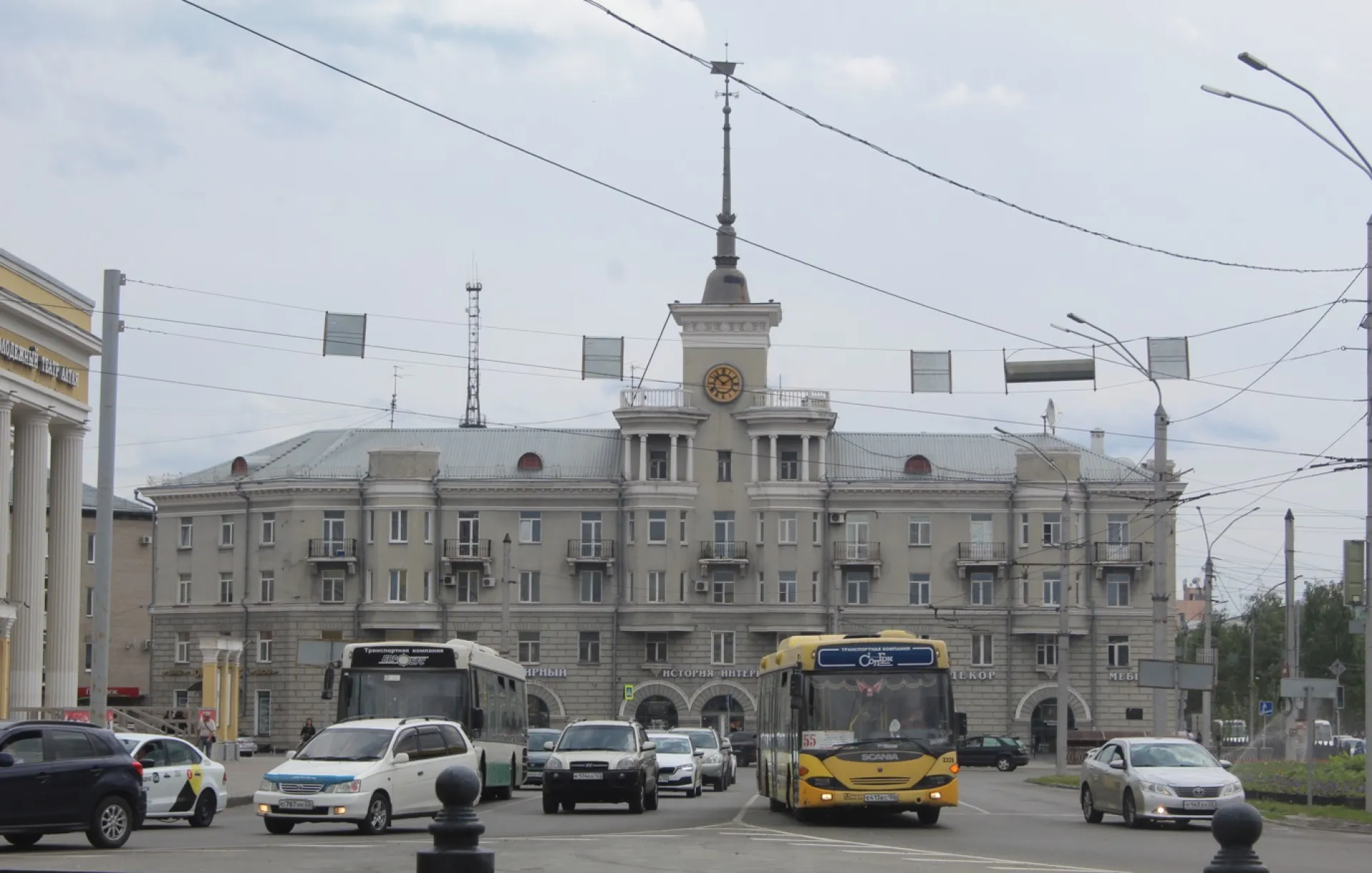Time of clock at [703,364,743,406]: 1:51
